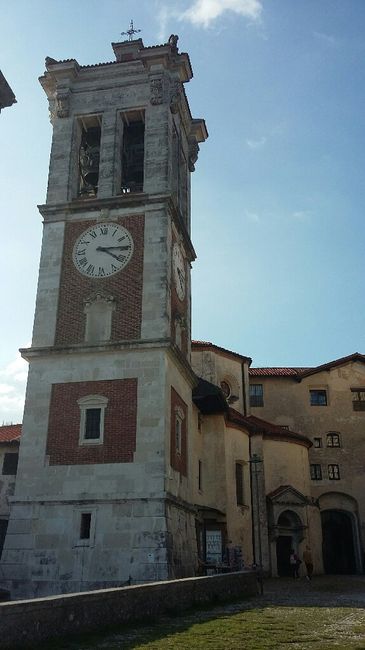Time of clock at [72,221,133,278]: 4:14
